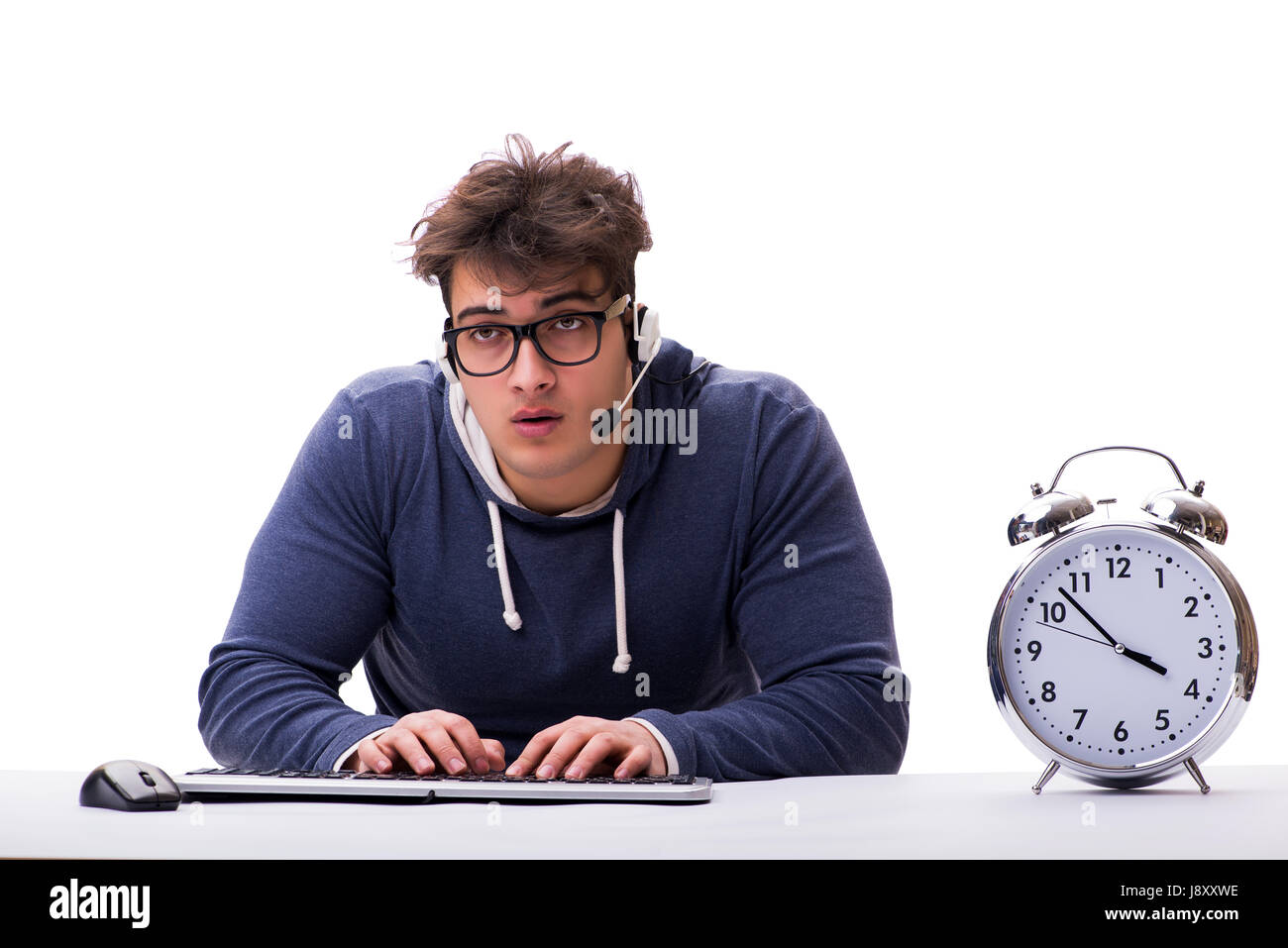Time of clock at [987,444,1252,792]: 3:52
